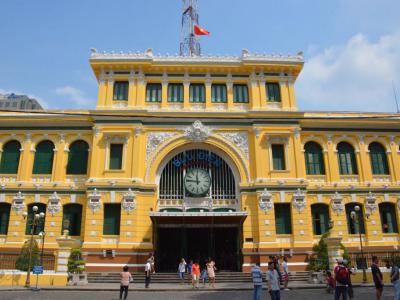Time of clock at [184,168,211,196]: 11:46
